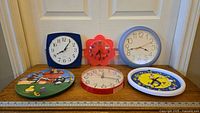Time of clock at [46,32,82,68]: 8:06
